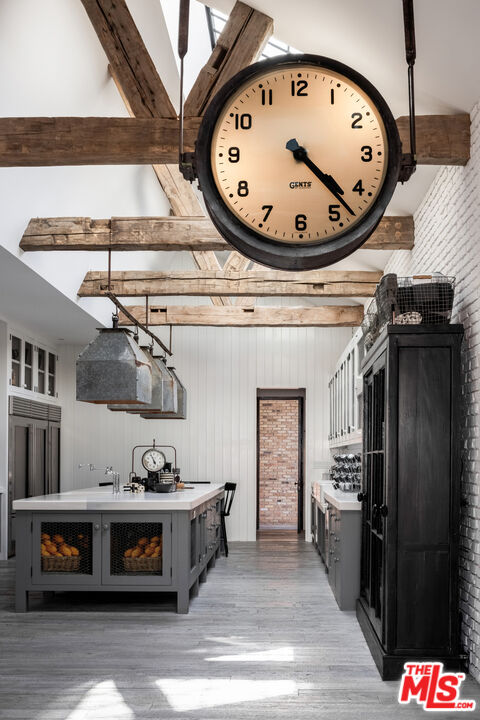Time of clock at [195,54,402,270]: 4:22
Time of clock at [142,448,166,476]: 4:56
